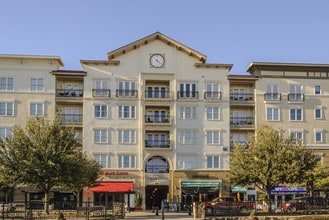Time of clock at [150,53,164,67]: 4:22
